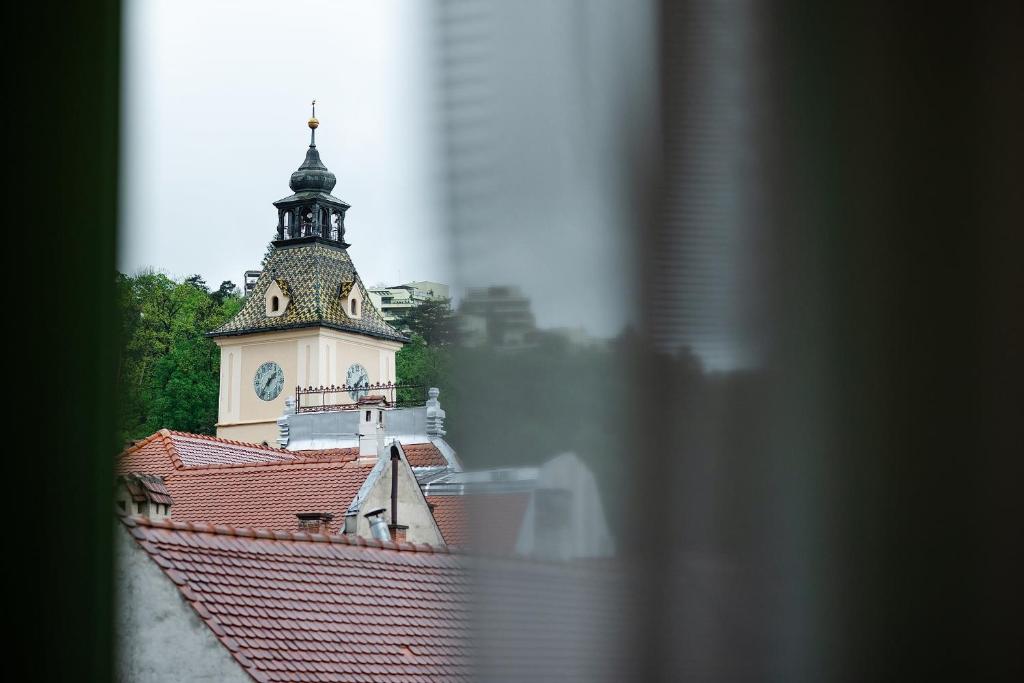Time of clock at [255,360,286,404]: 1:36
